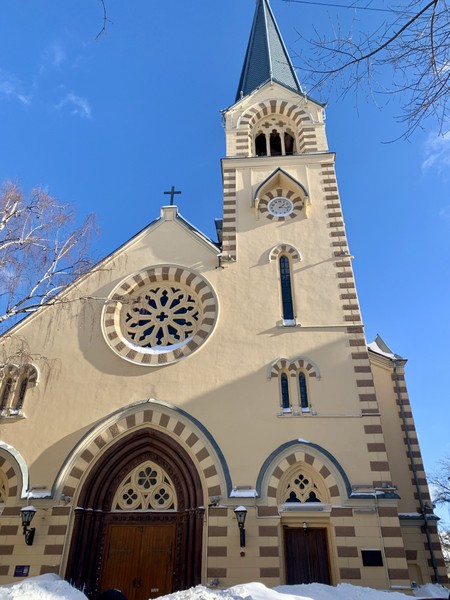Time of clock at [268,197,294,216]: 1:16
